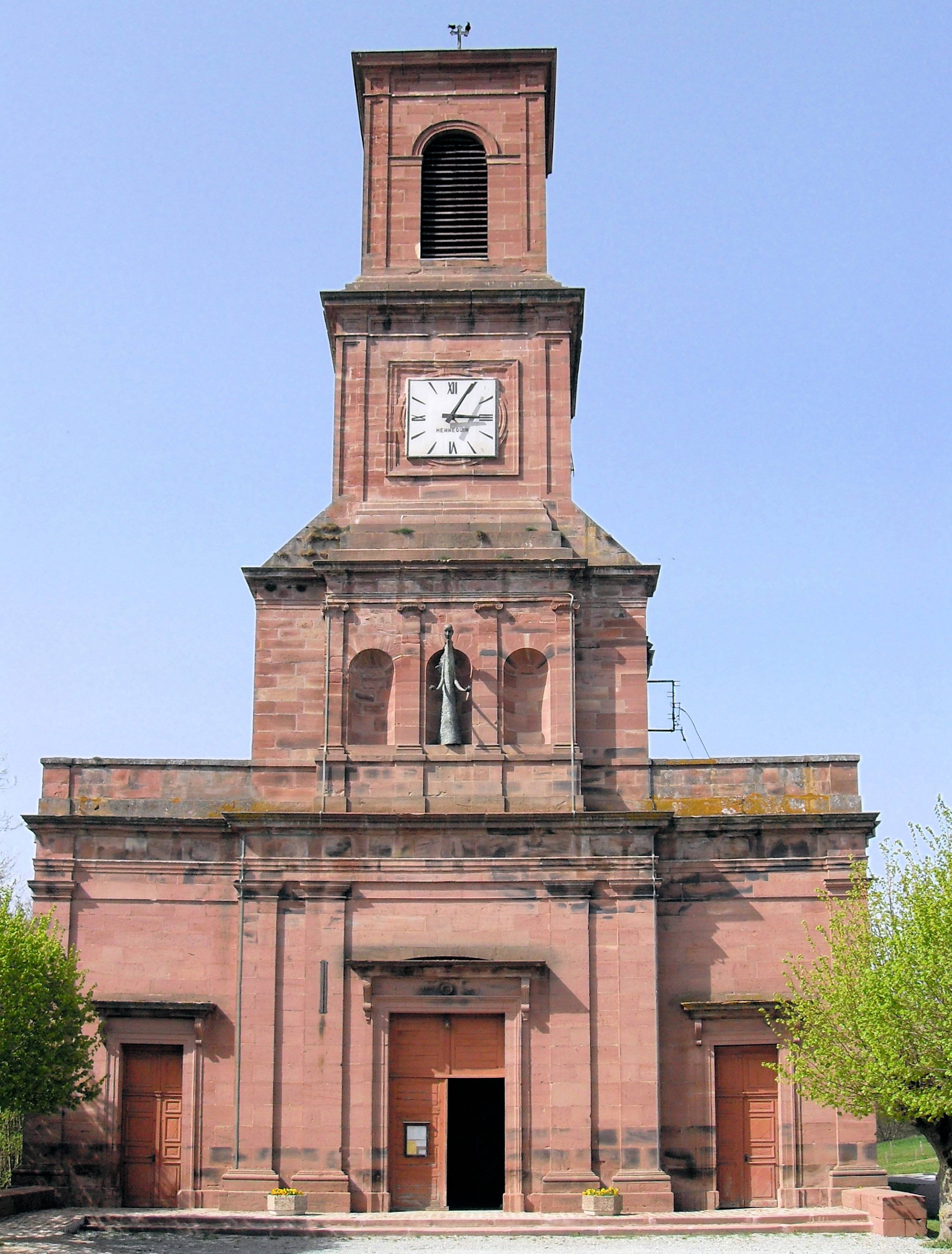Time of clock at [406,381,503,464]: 3:04
